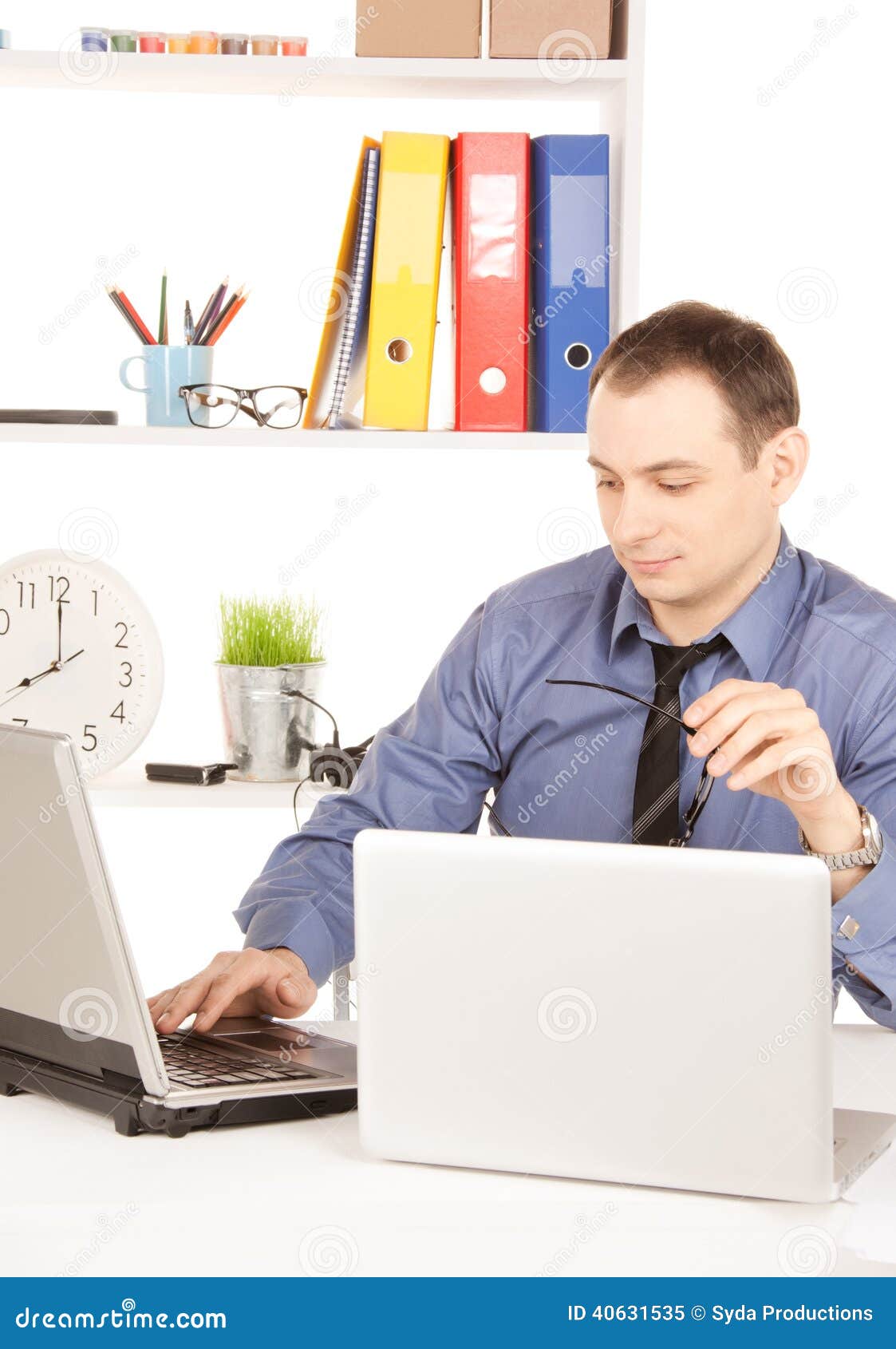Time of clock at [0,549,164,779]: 7:59
